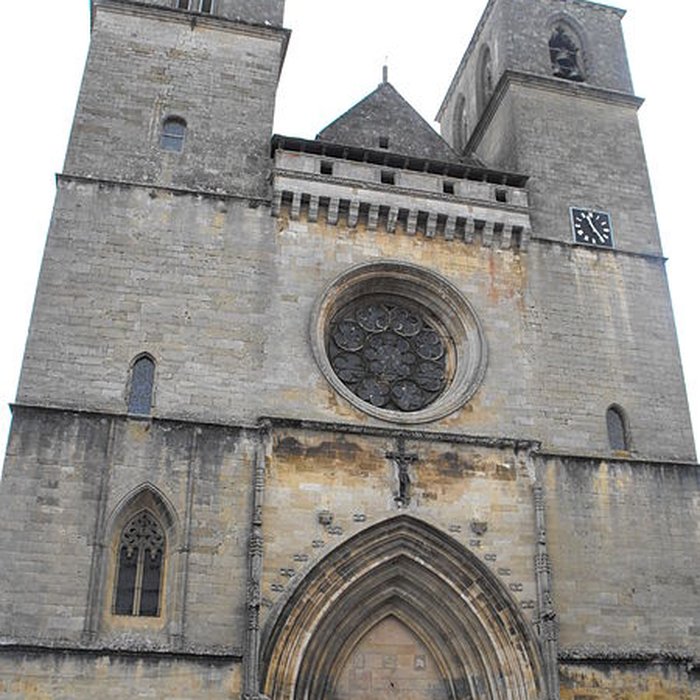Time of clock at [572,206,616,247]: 11:24
